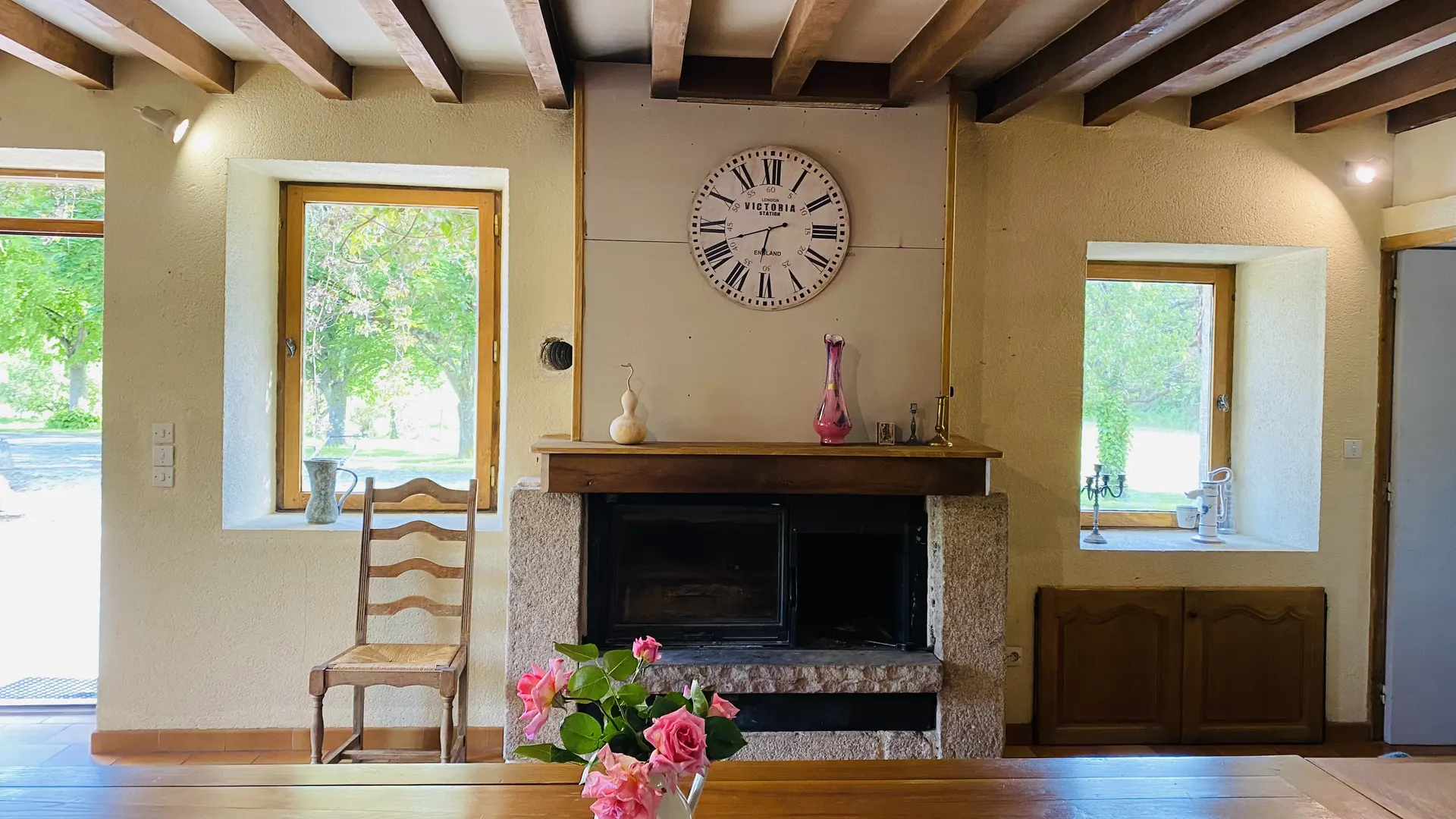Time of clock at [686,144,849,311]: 6:41
